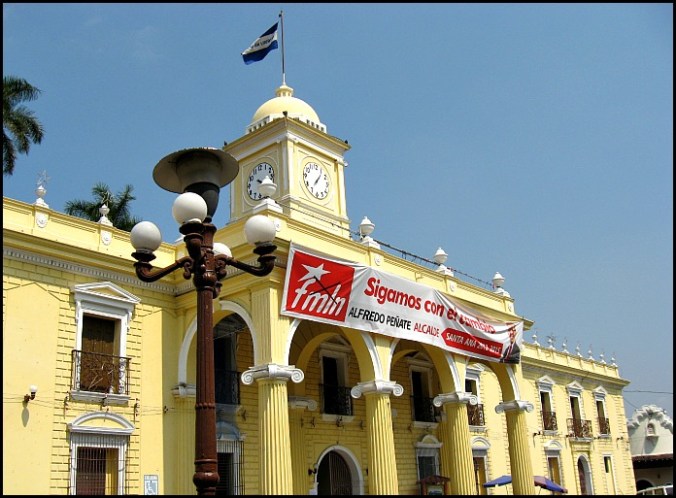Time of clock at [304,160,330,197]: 7:06
